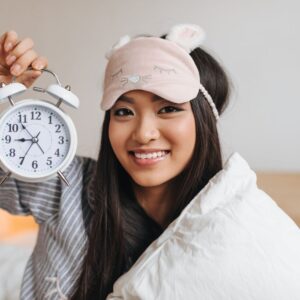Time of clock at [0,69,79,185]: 8:53
